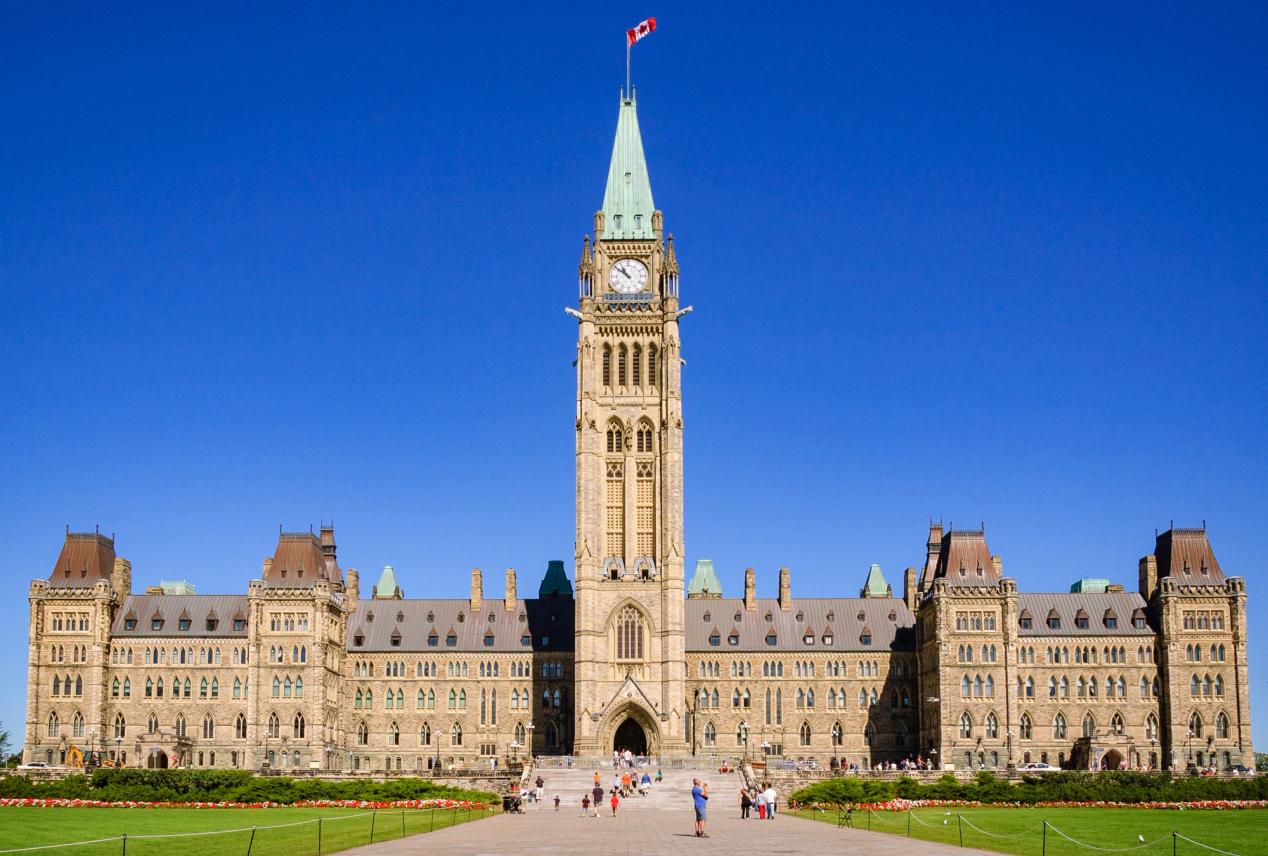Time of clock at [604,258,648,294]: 10:51
